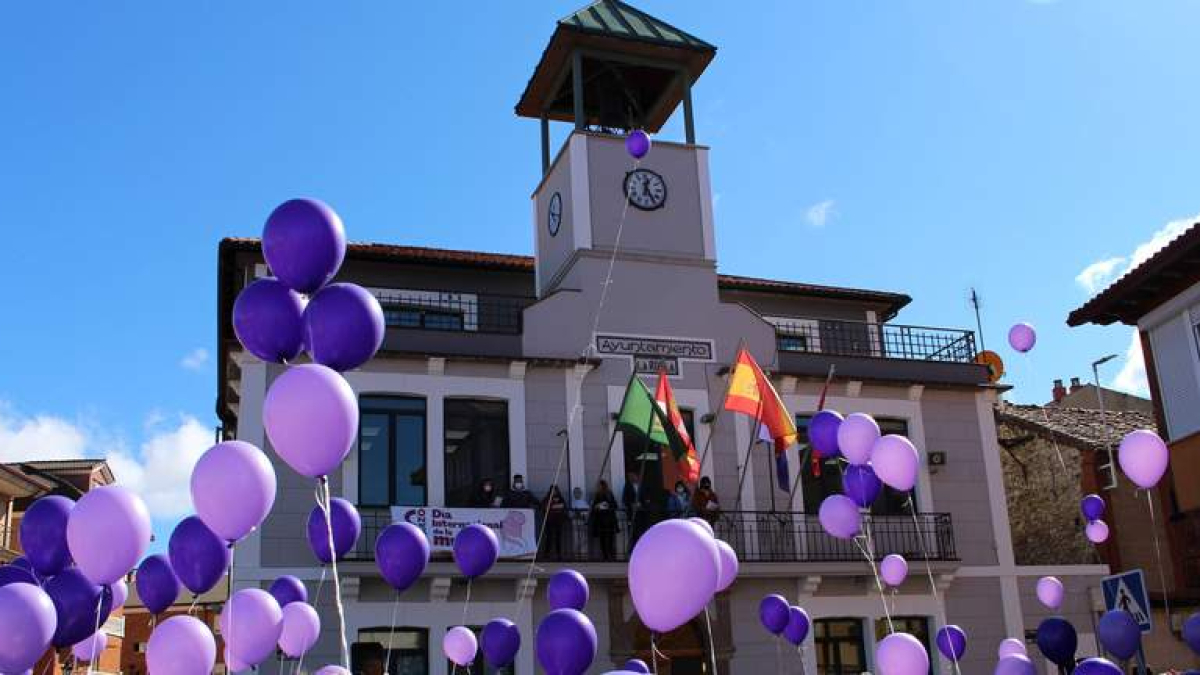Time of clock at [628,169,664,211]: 12:24
